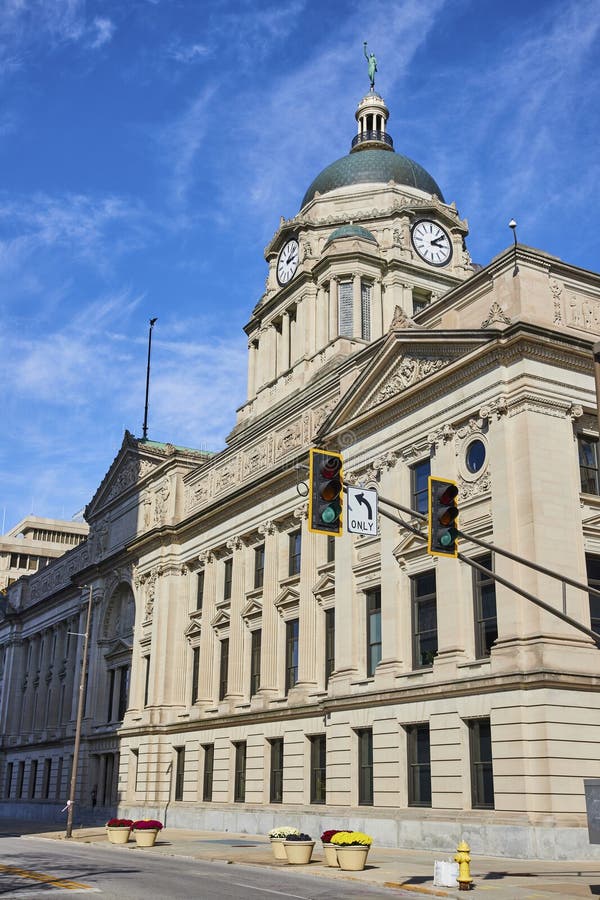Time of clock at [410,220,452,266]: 3:08
